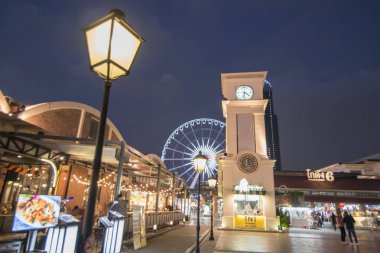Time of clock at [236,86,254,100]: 6:21
